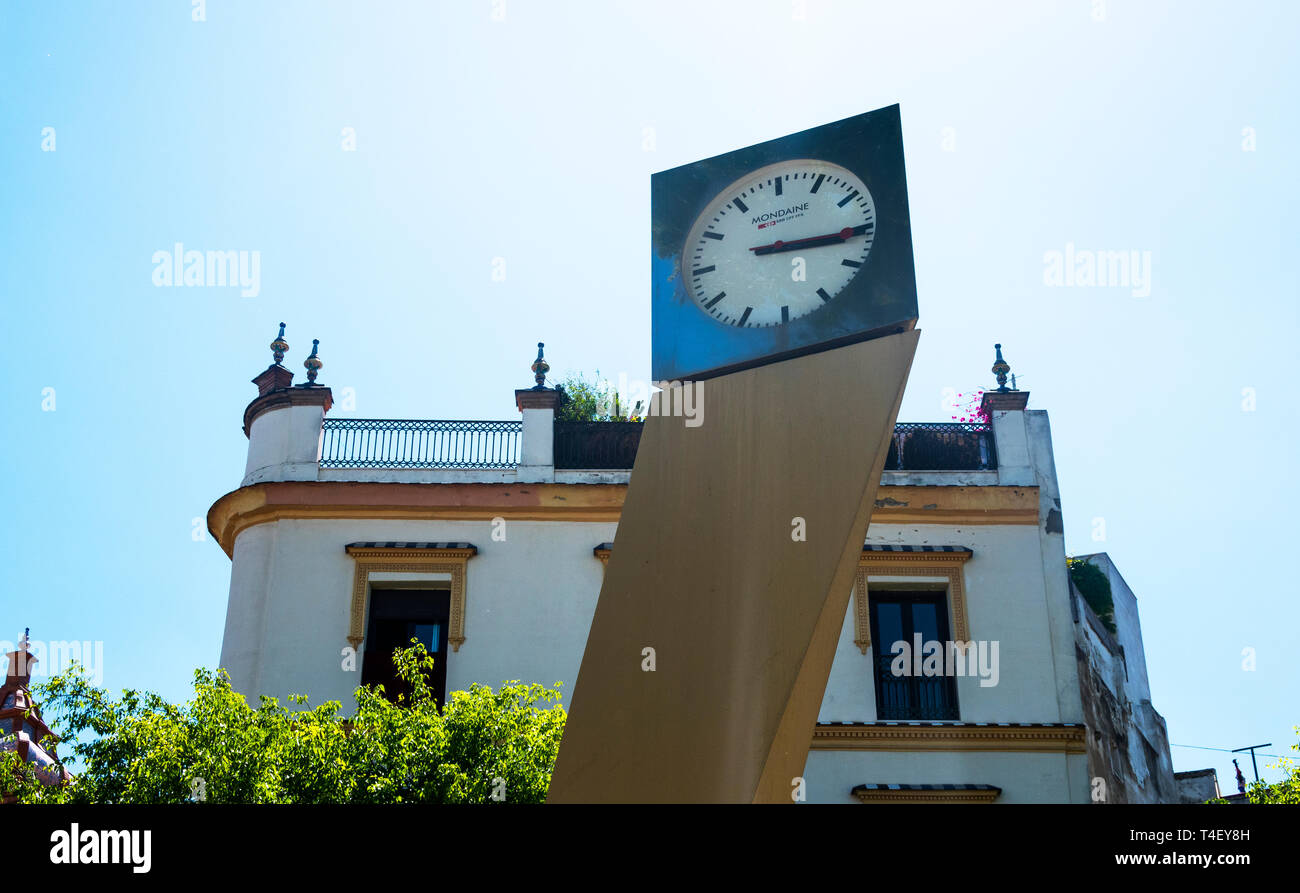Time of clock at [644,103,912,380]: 3:15
